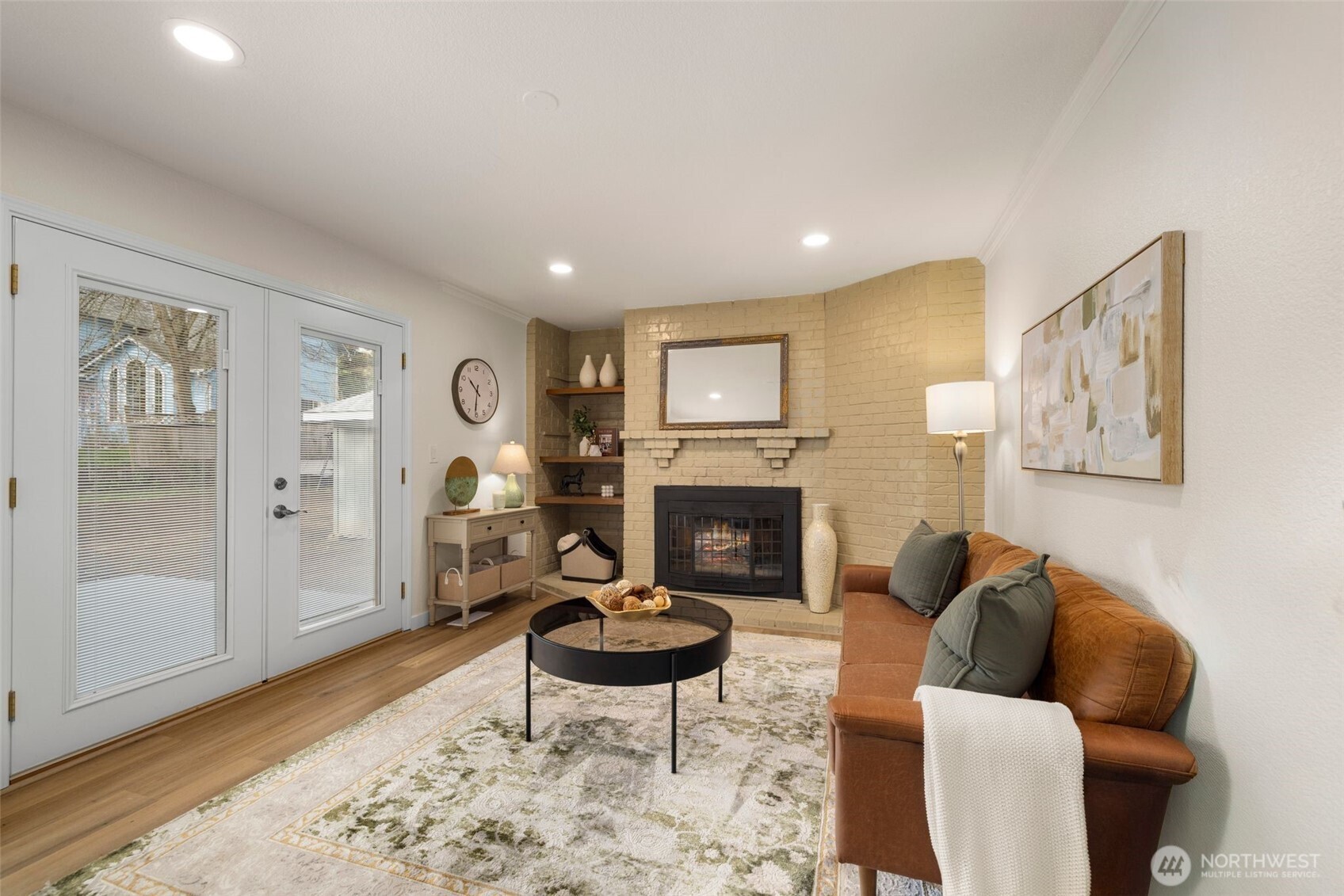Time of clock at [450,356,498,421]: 10:31
